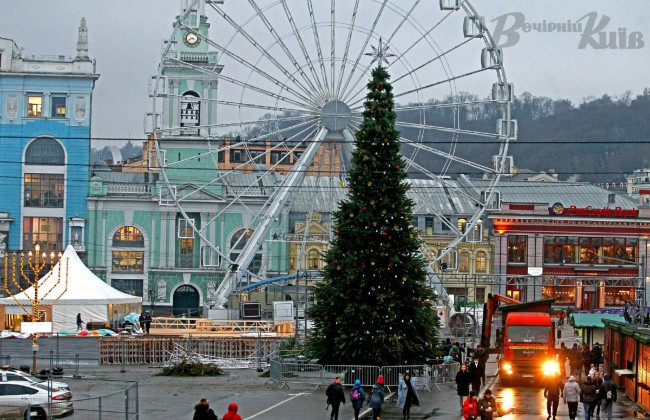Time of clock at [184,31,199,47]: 3:40
